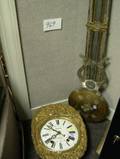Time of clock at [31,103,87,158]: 7:51
